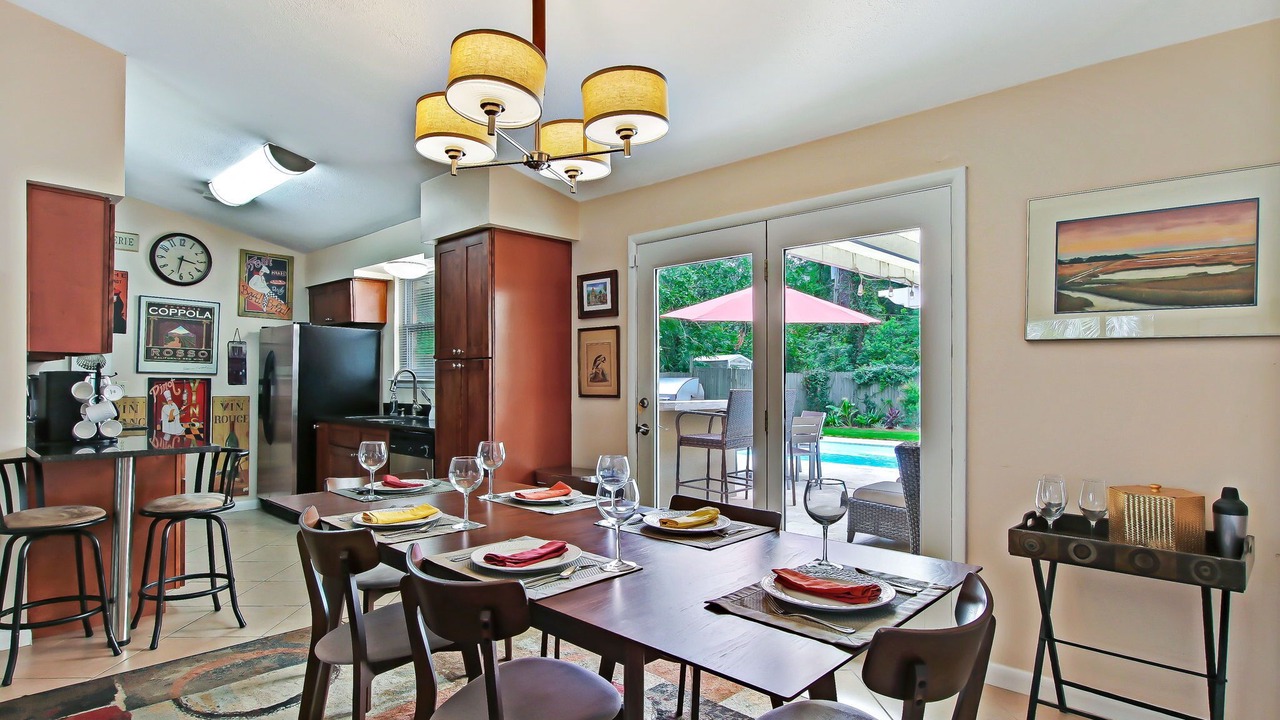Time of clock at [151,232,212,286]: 3:31
